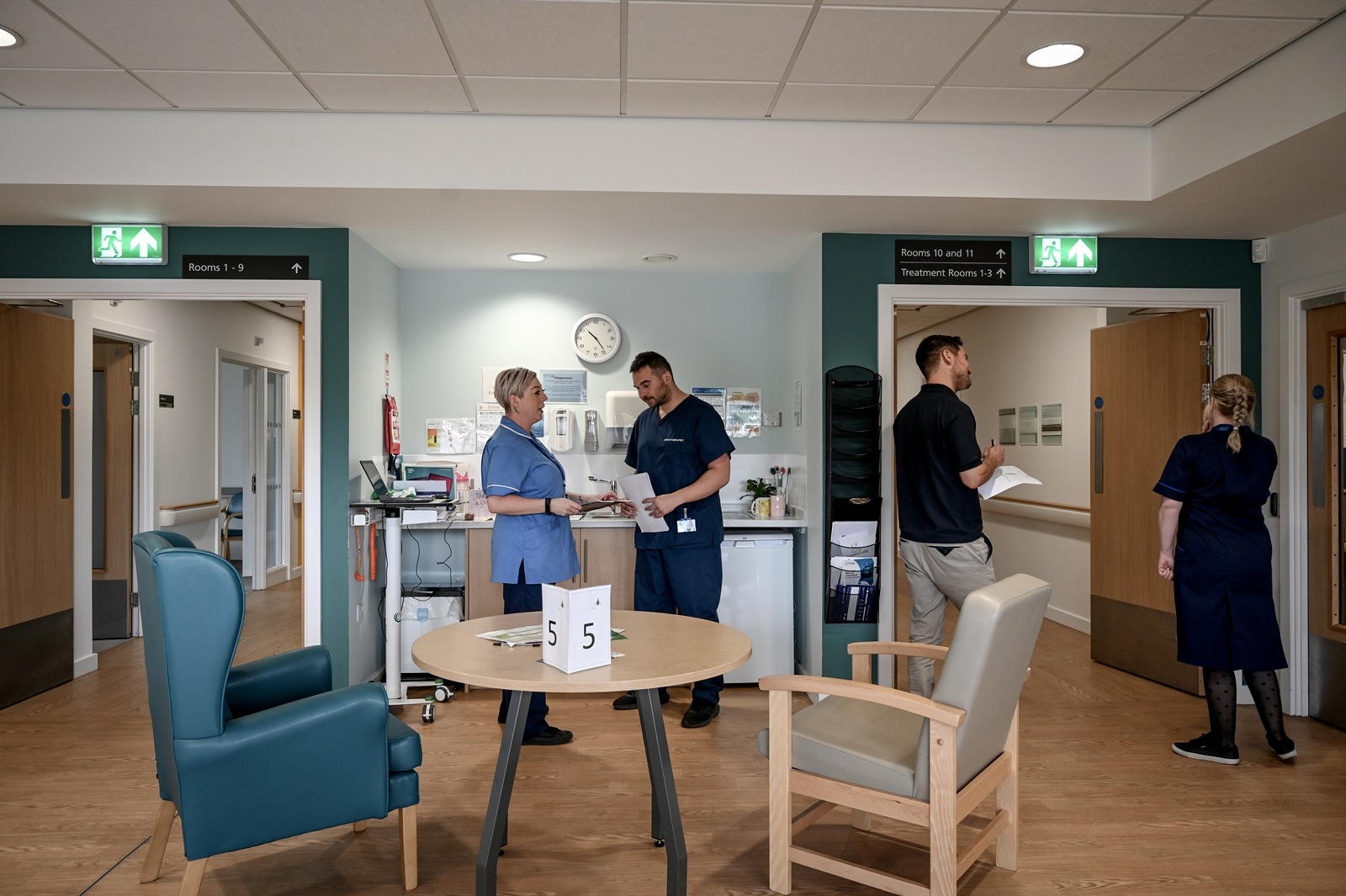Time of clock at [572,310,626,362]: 10:23
